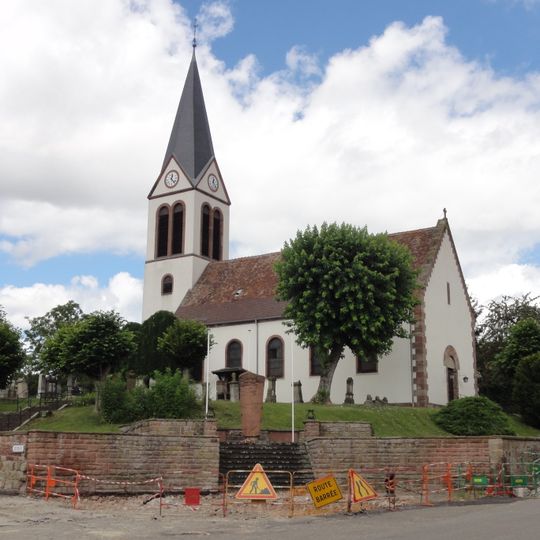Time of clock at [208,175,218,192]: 12:23
